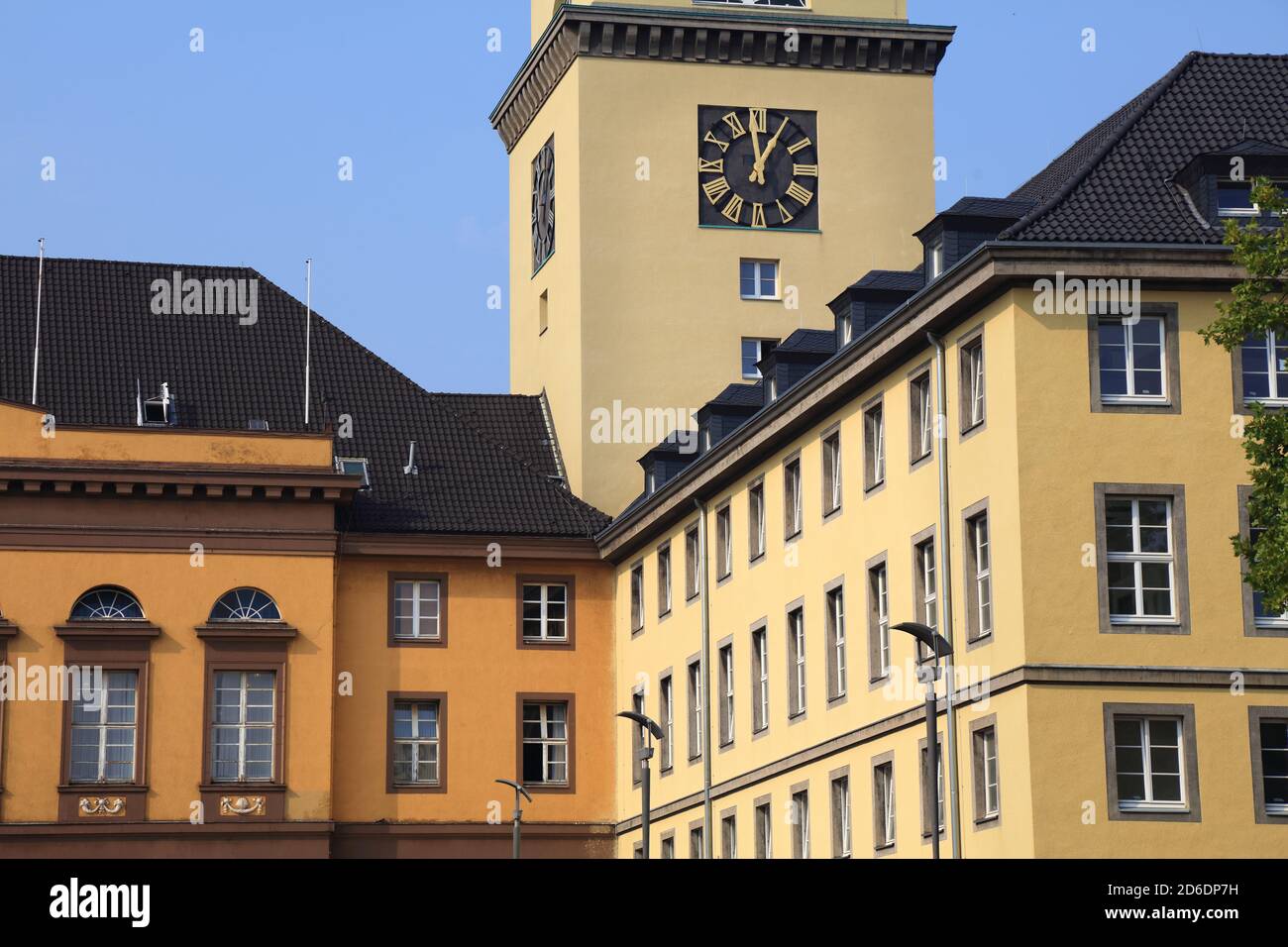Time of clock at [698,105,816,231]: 12:58
